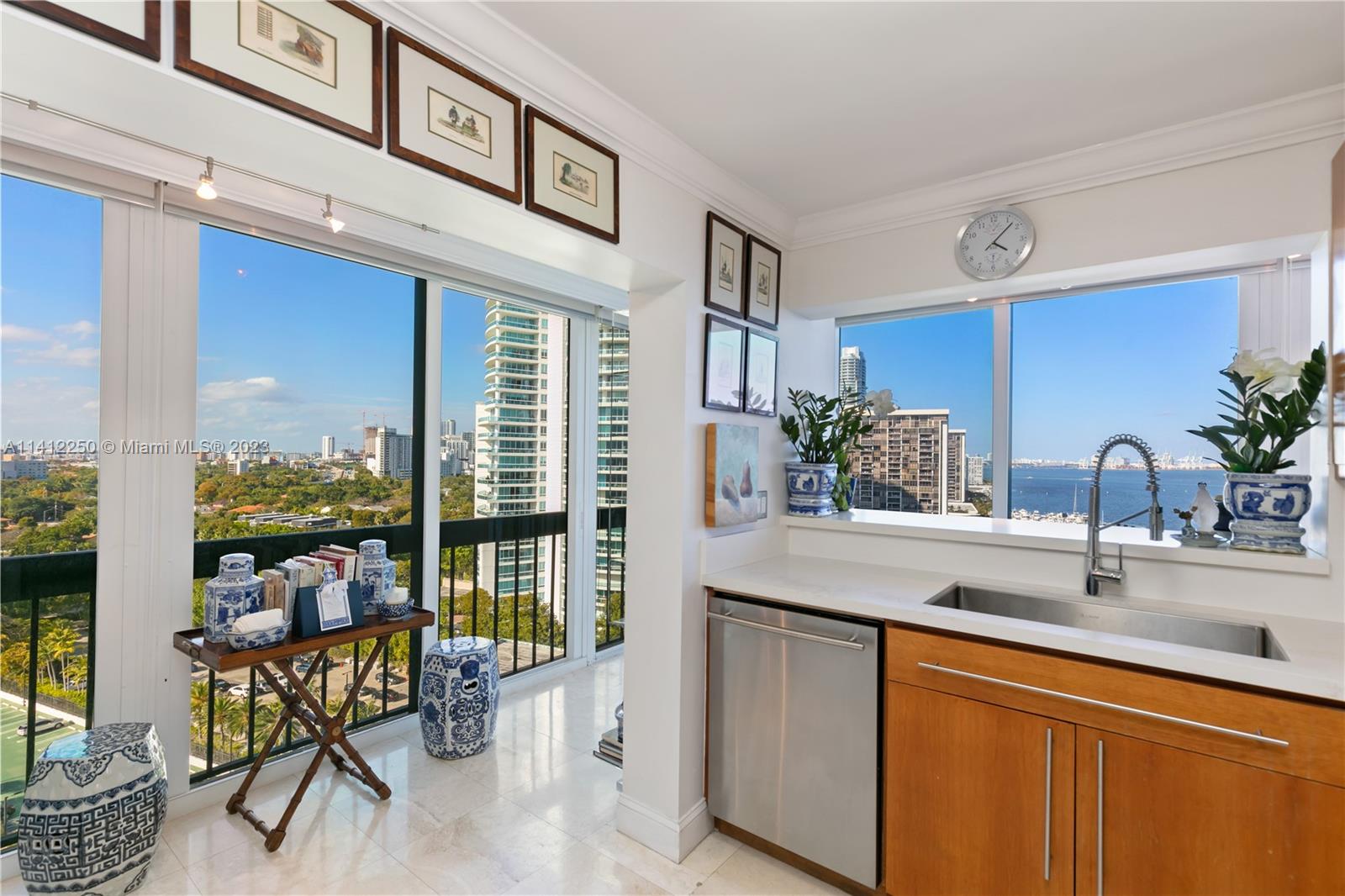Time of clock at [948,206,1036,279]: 4:07
